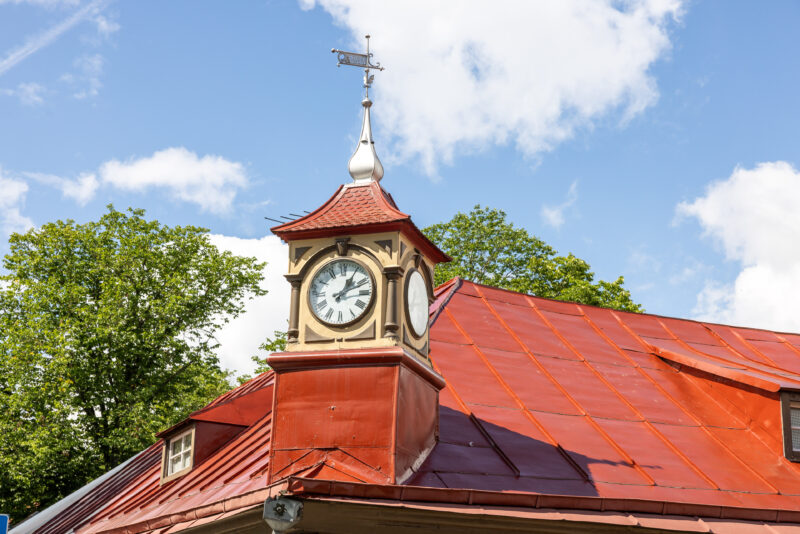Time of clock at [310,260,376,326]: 1:11
